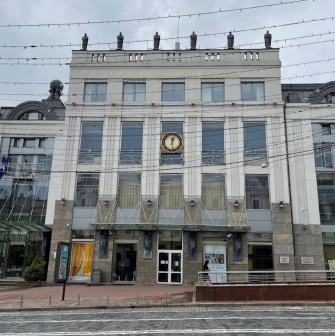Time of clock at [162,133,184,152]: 12:28
